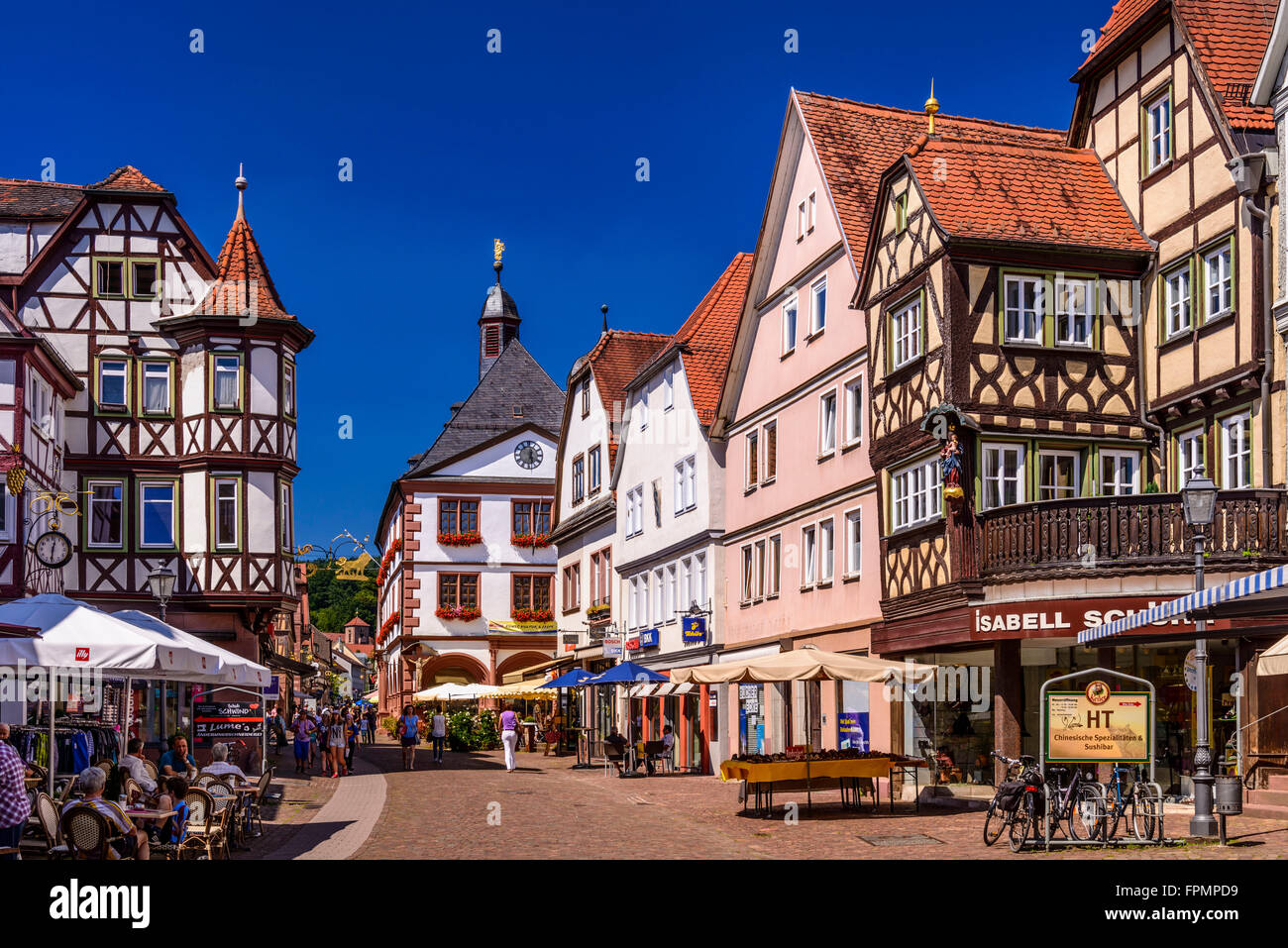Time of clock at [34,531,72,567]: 12:30
